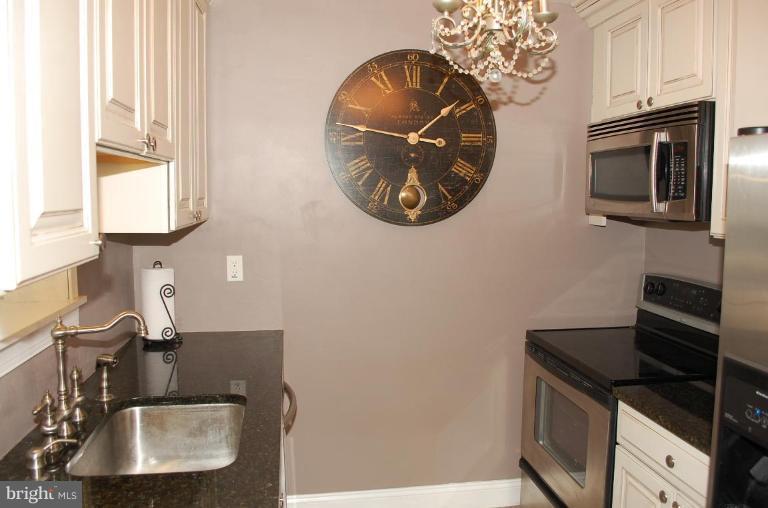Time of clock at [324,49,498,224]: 1:46
